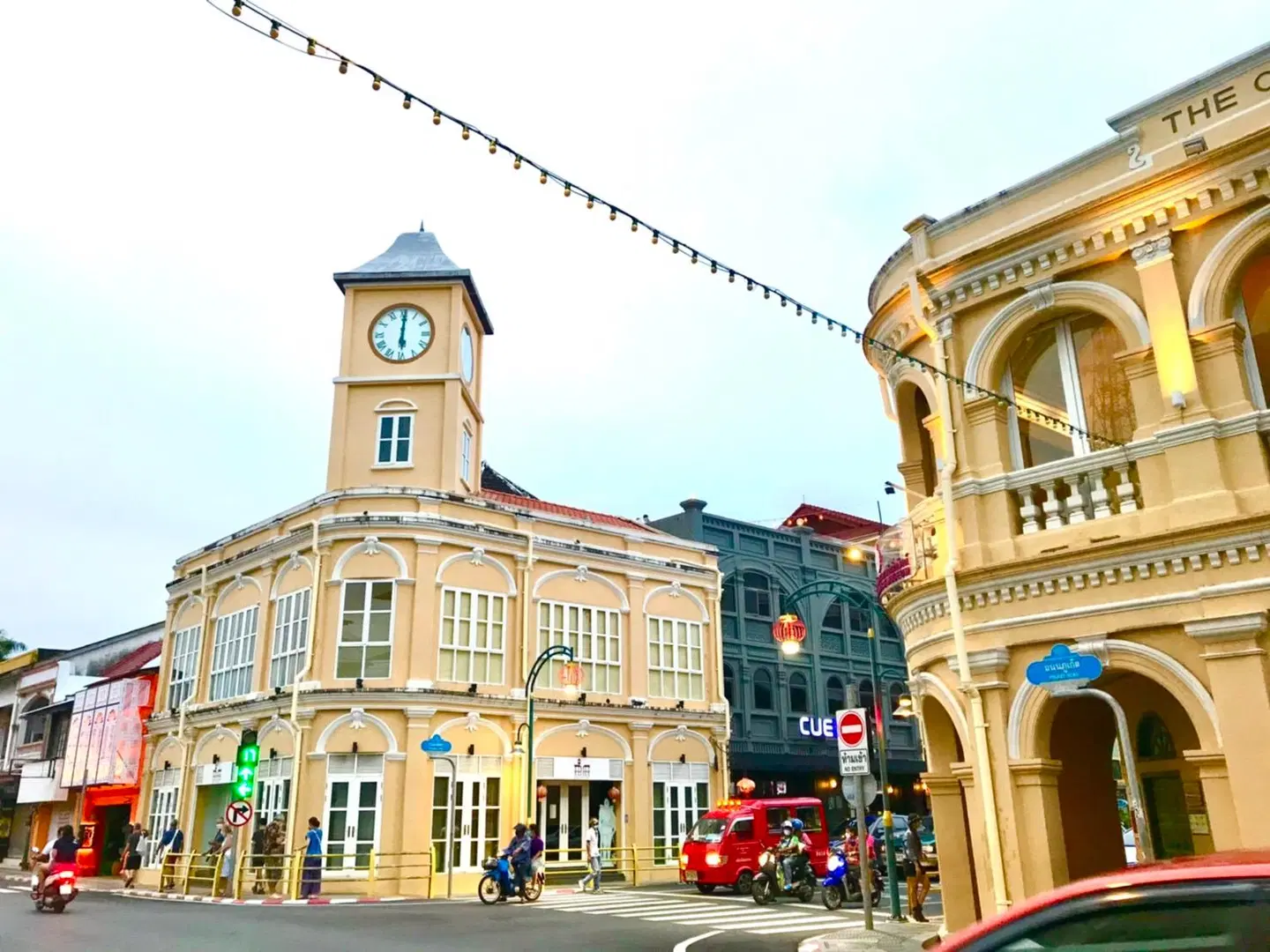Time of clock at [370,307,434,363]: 6:00
